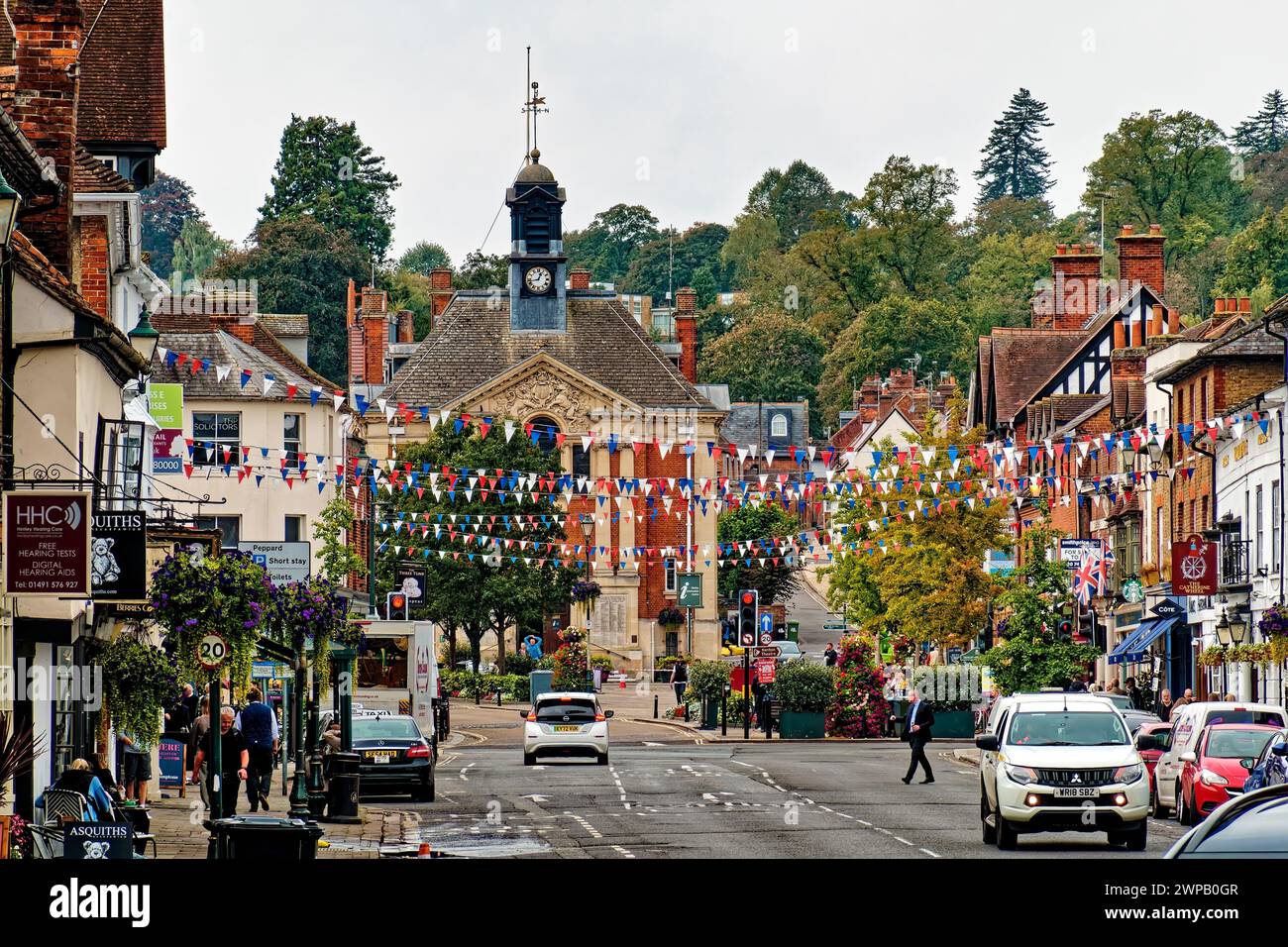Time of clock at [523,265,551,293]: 12:42
